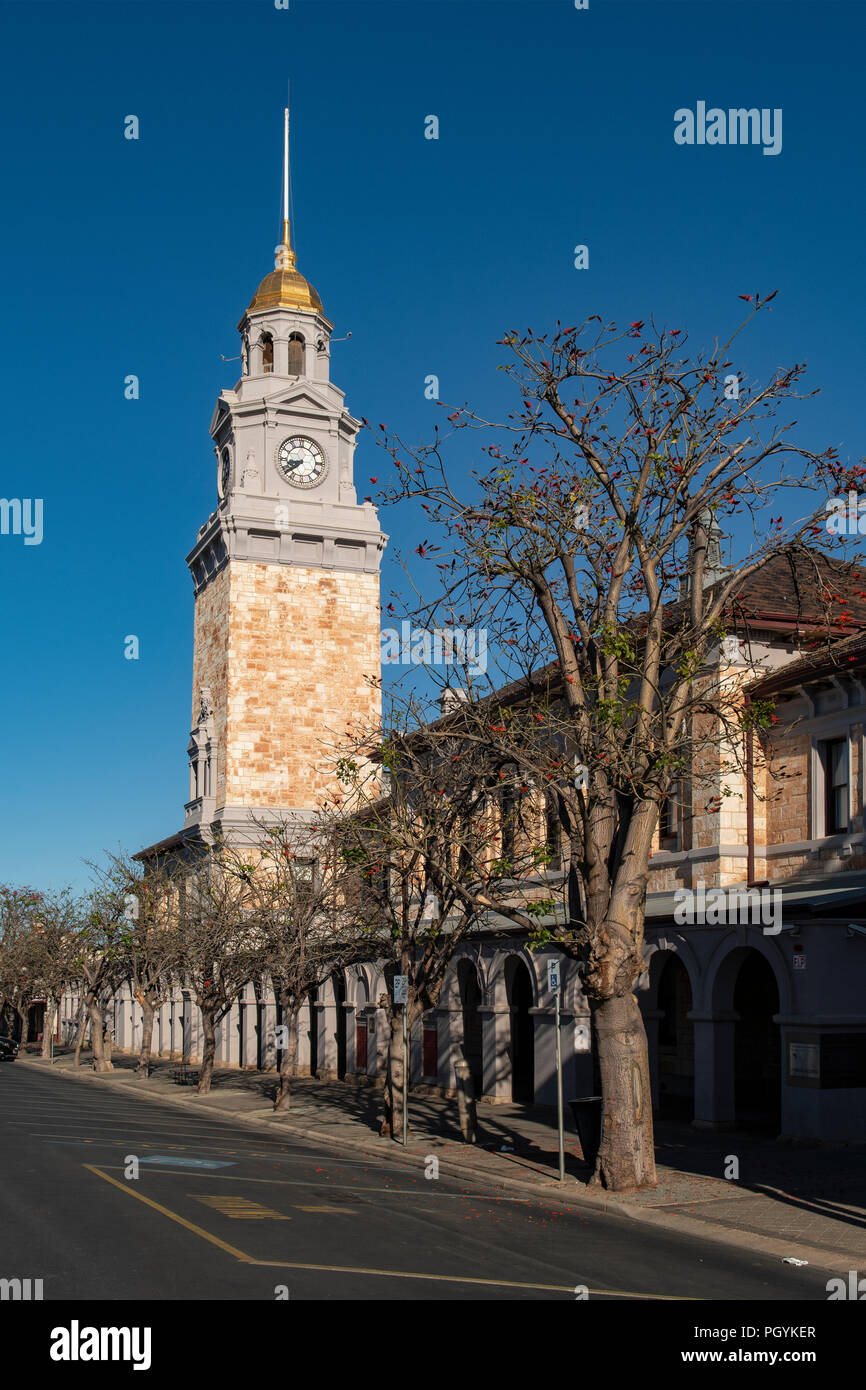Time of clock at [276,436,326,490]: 8:38
